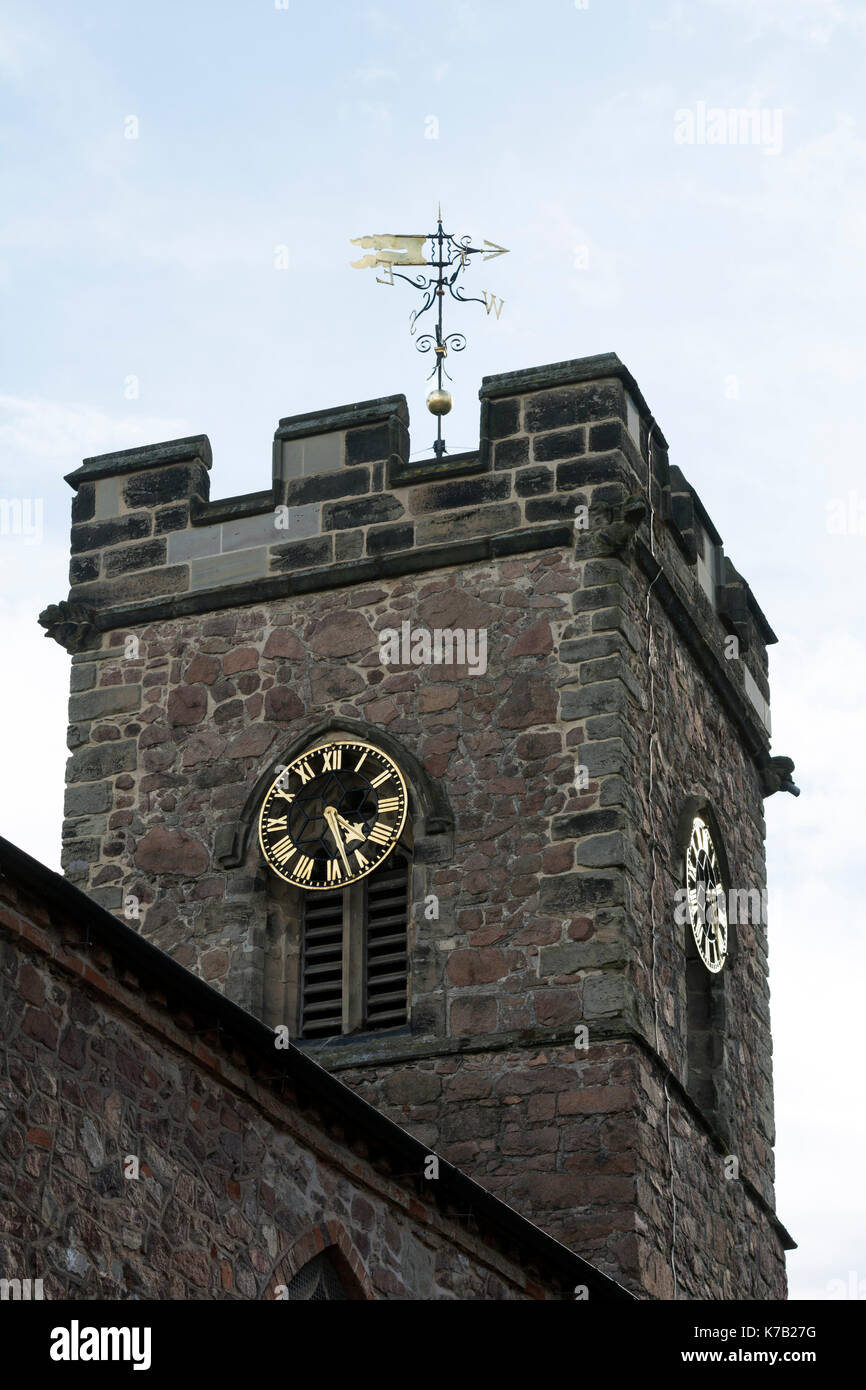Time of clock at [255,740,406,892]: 4:27
